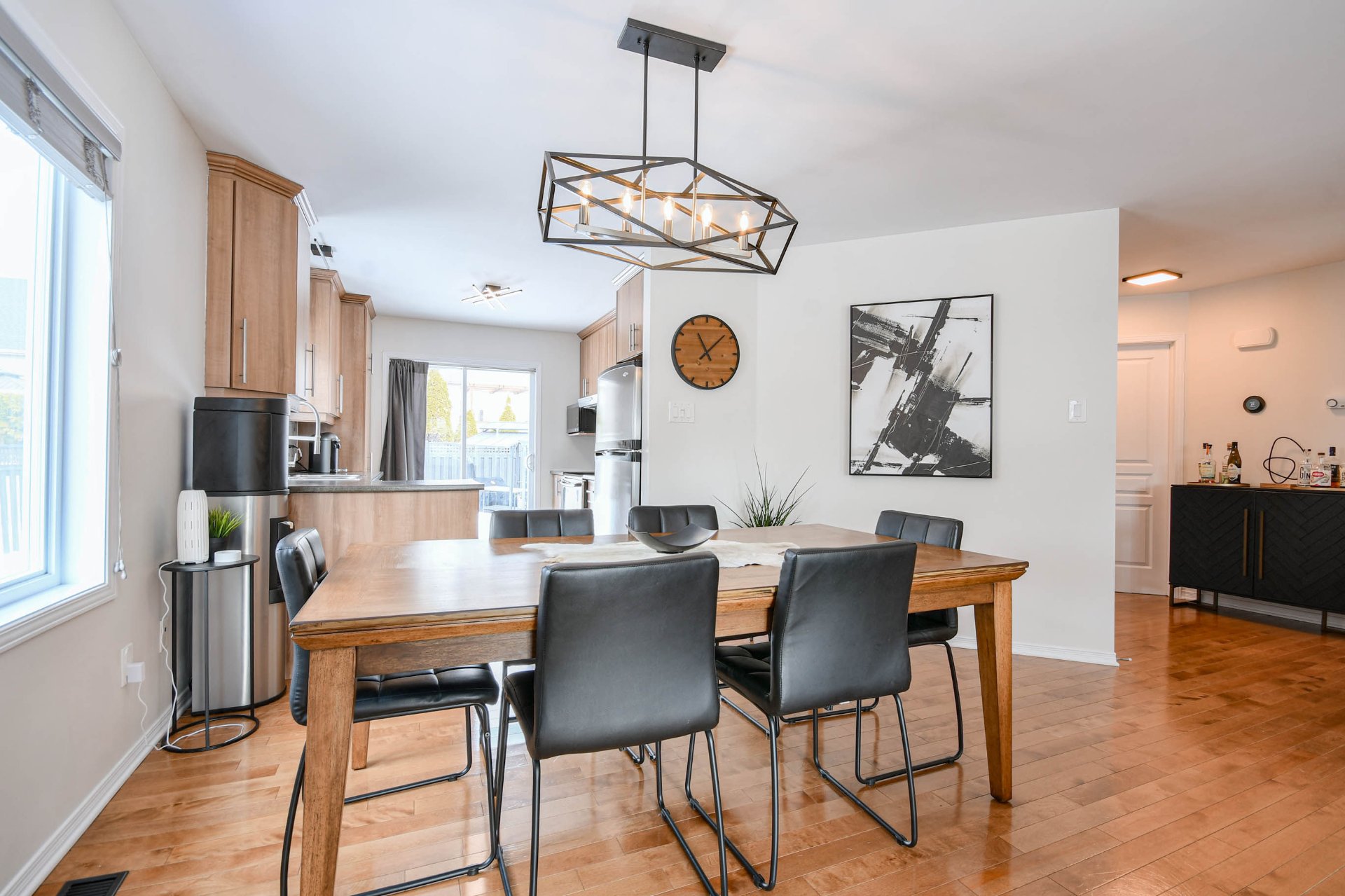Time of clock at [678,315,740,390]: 11:07
